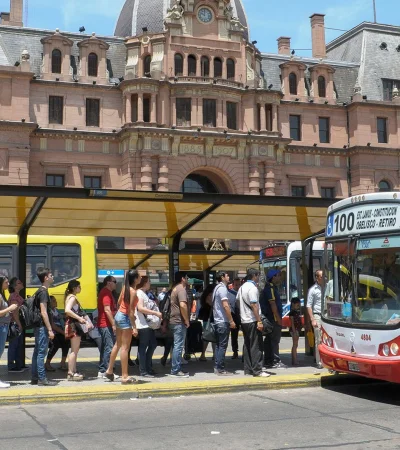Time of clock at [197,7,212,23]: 10:00
